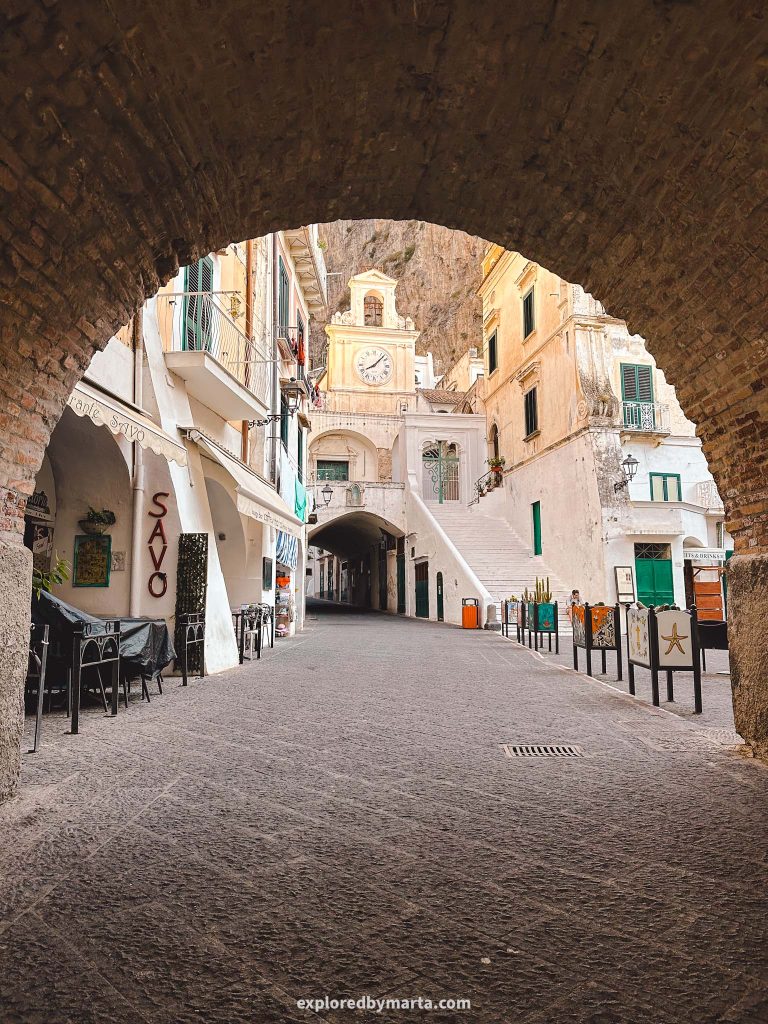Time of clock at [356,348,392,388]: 8:07
